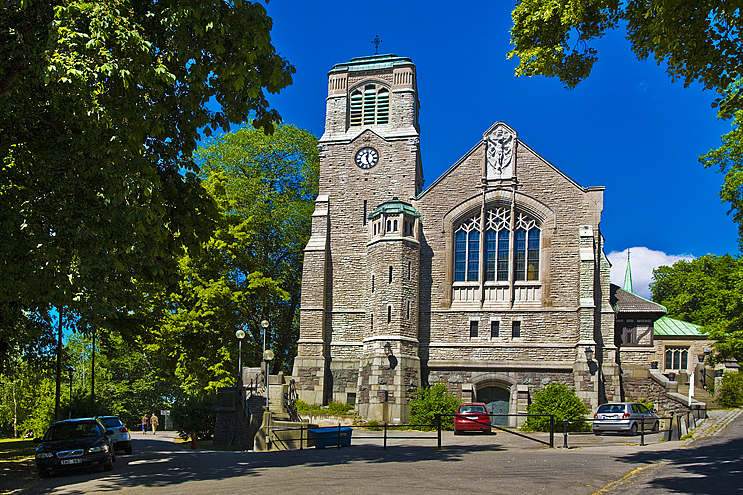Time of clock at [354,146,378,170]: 12:26
